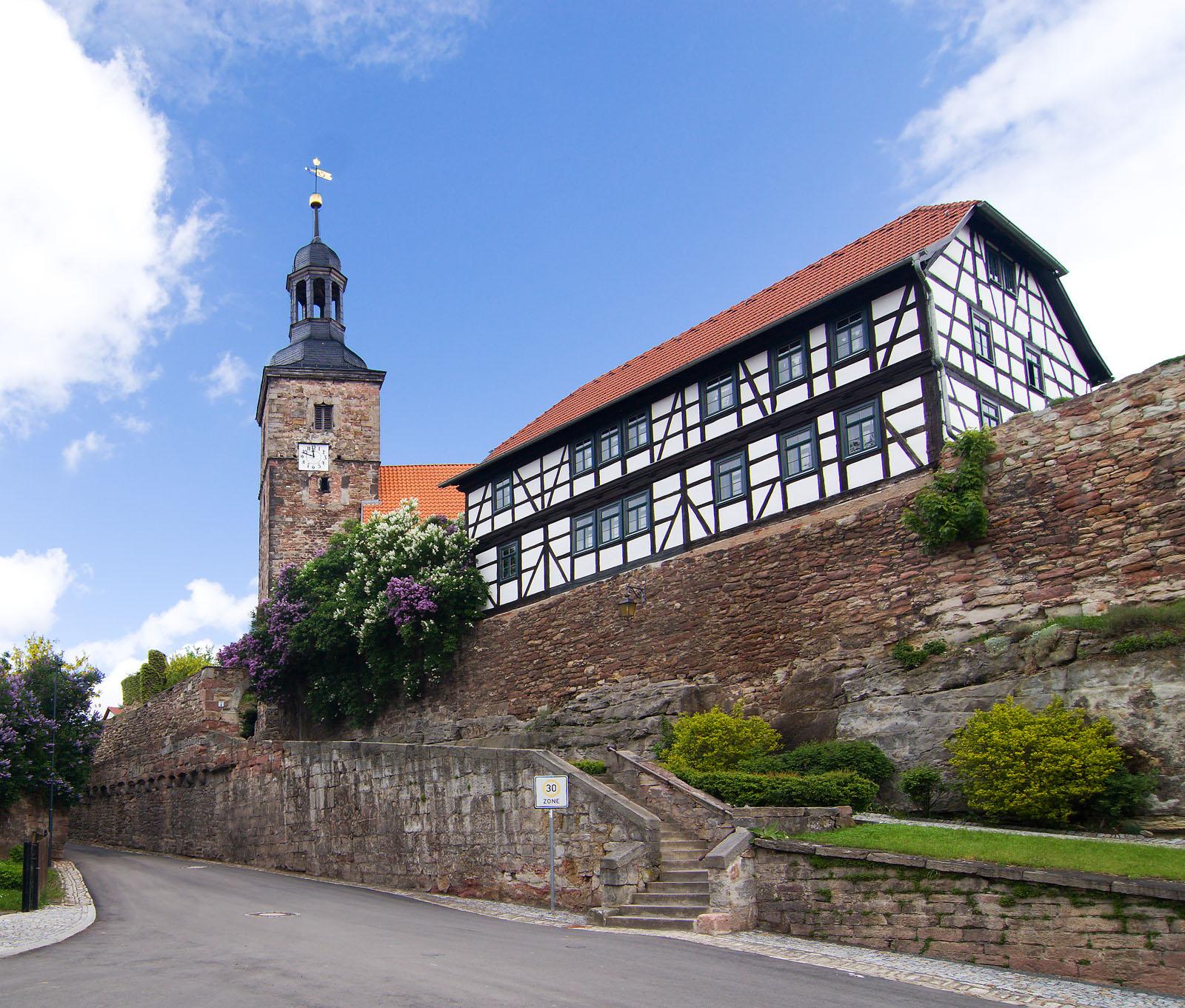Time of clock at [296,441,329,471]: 11:48
